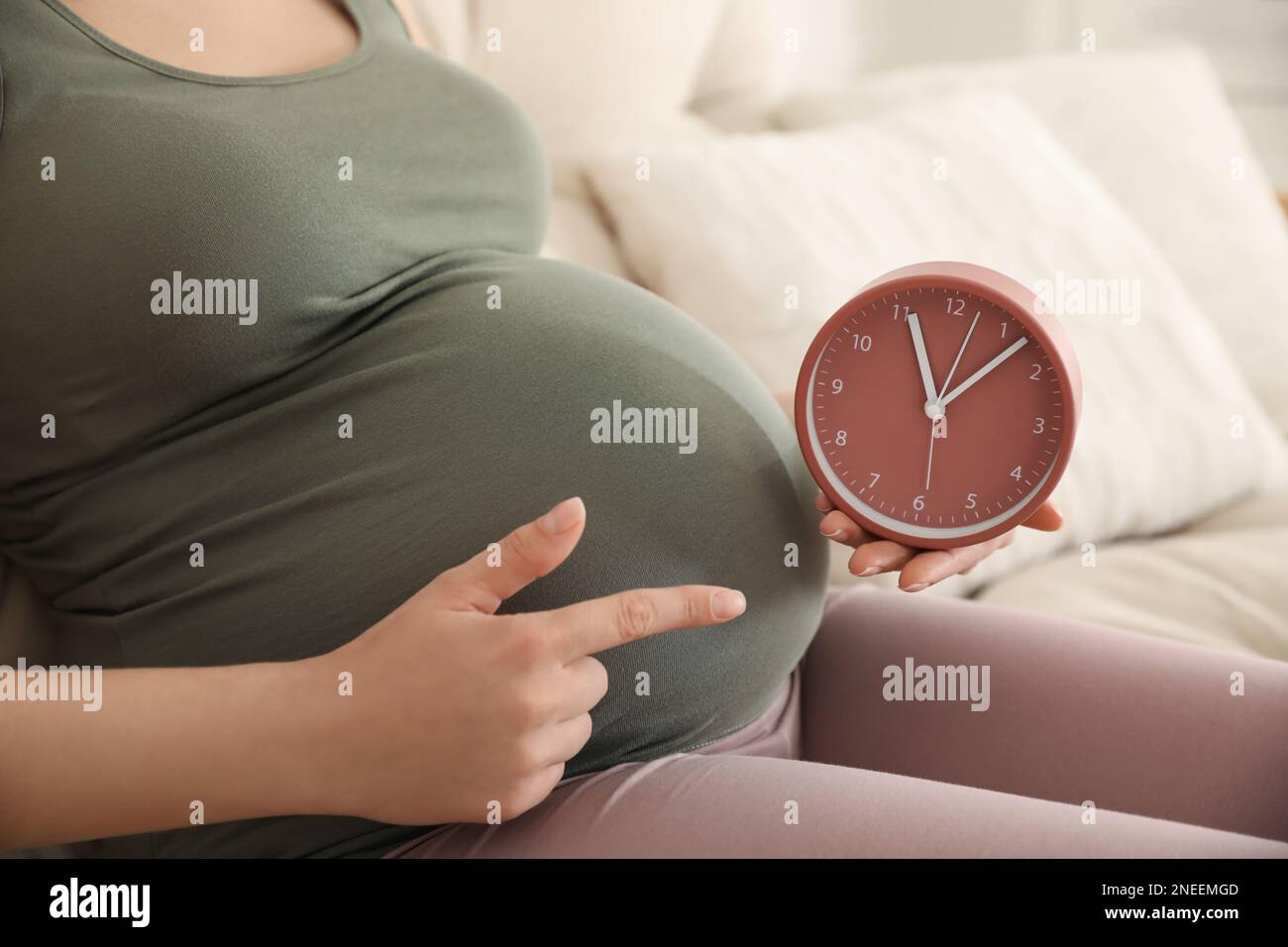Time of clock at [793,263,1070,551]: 11:07
